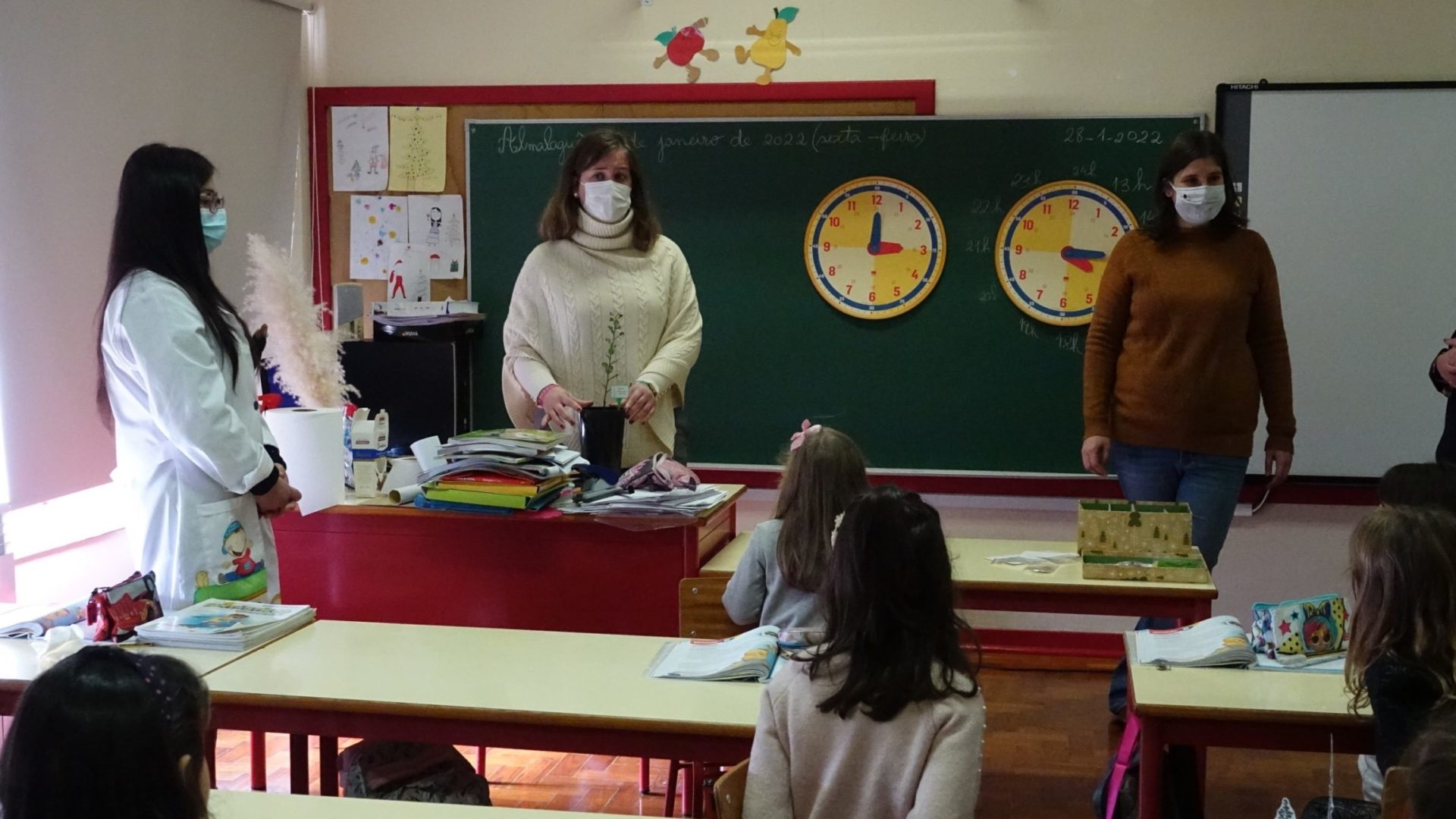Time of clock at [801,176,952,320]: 12:14
